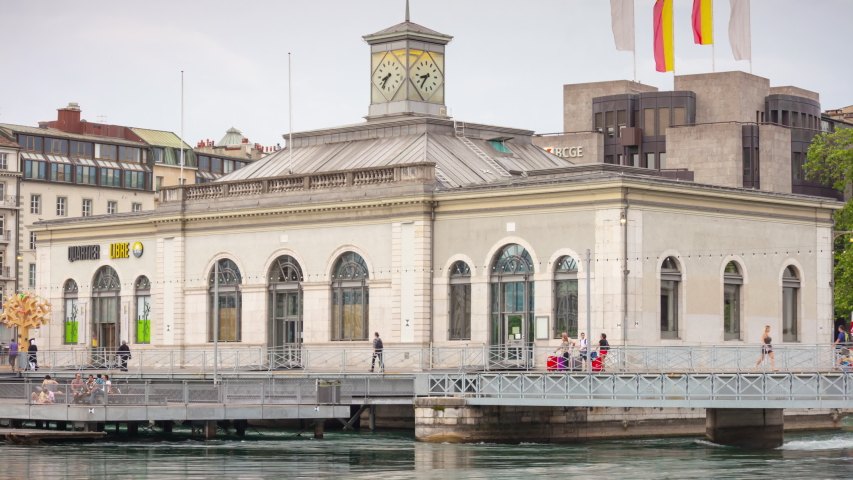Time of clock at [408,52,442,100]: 8:35
